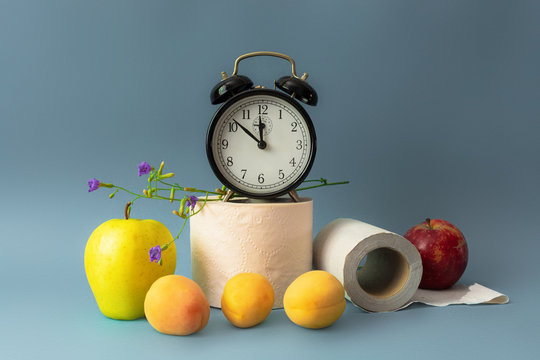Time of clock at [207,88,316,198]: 11:51
